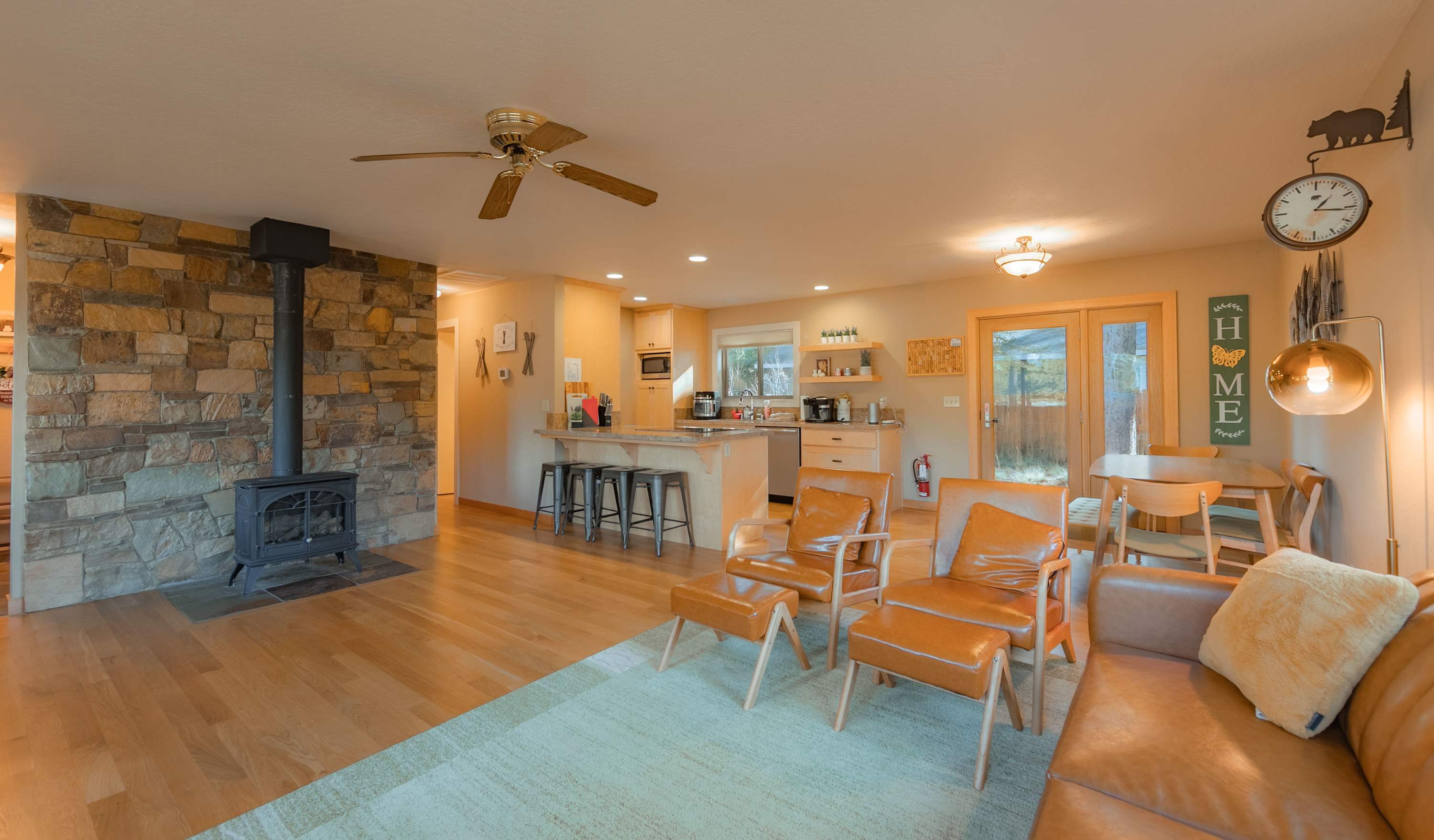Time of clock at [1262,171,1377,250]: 1:15
